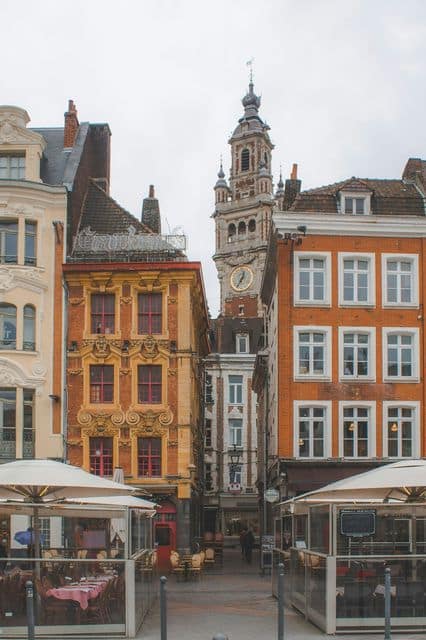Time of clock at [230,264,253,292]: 12:34
